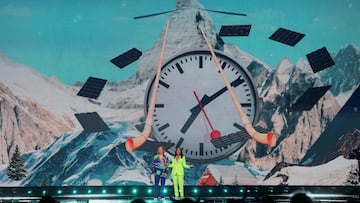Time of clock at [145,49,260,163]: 7:09
